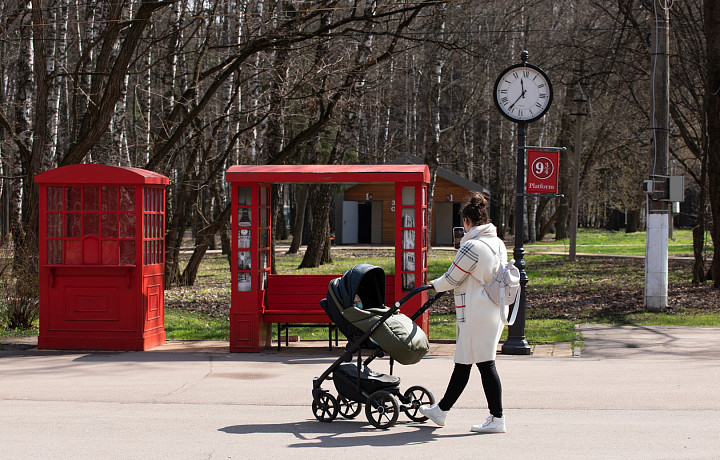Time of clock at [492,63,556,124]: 11:35
